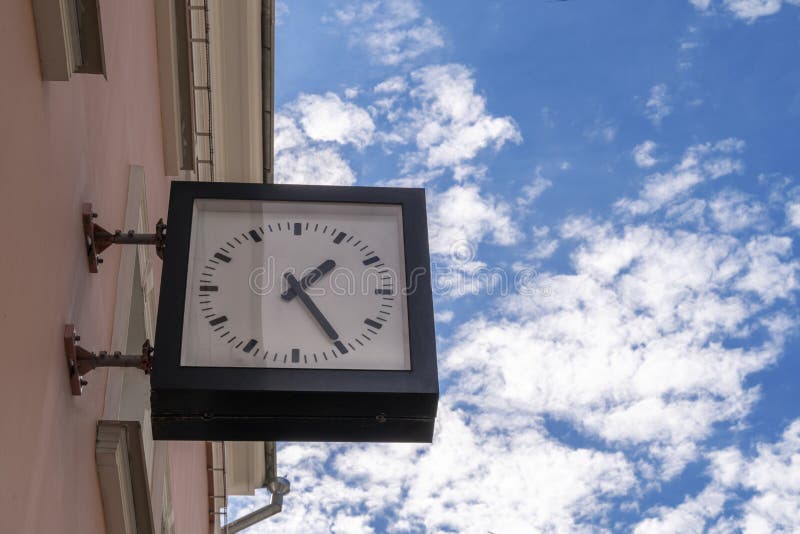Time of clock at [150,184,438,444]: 1:24
